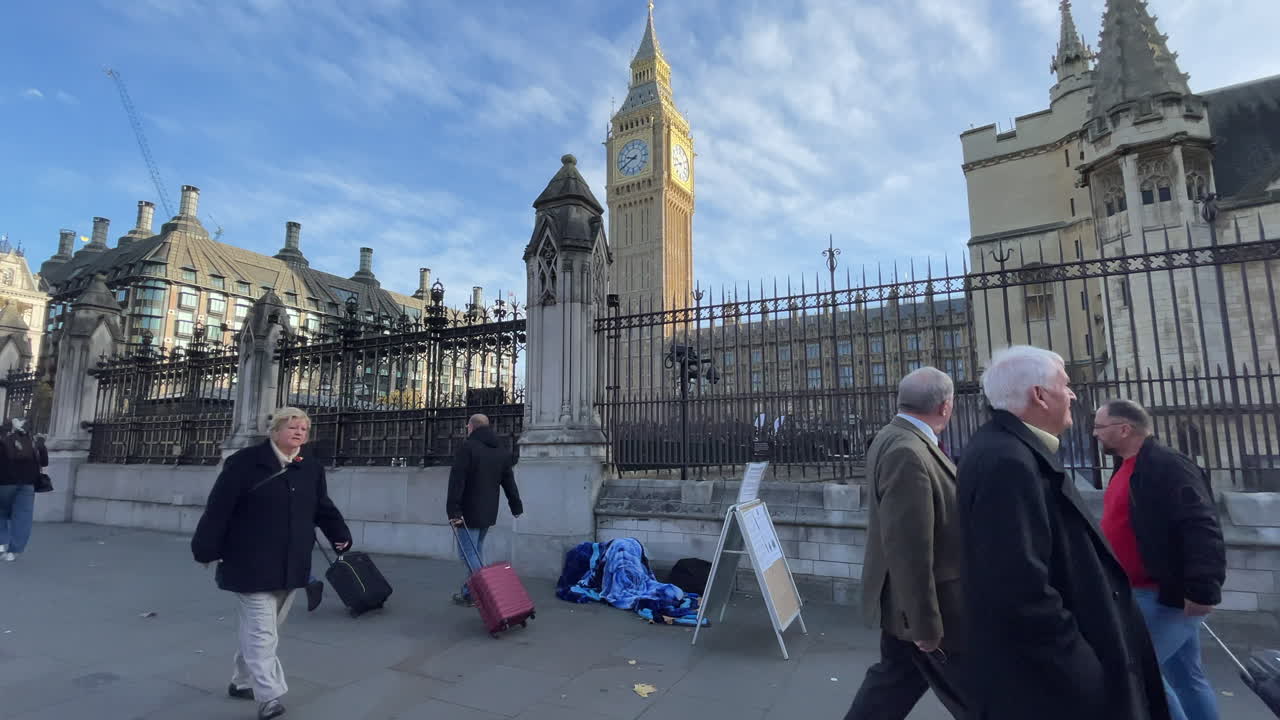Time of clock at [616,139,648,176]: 9:40
